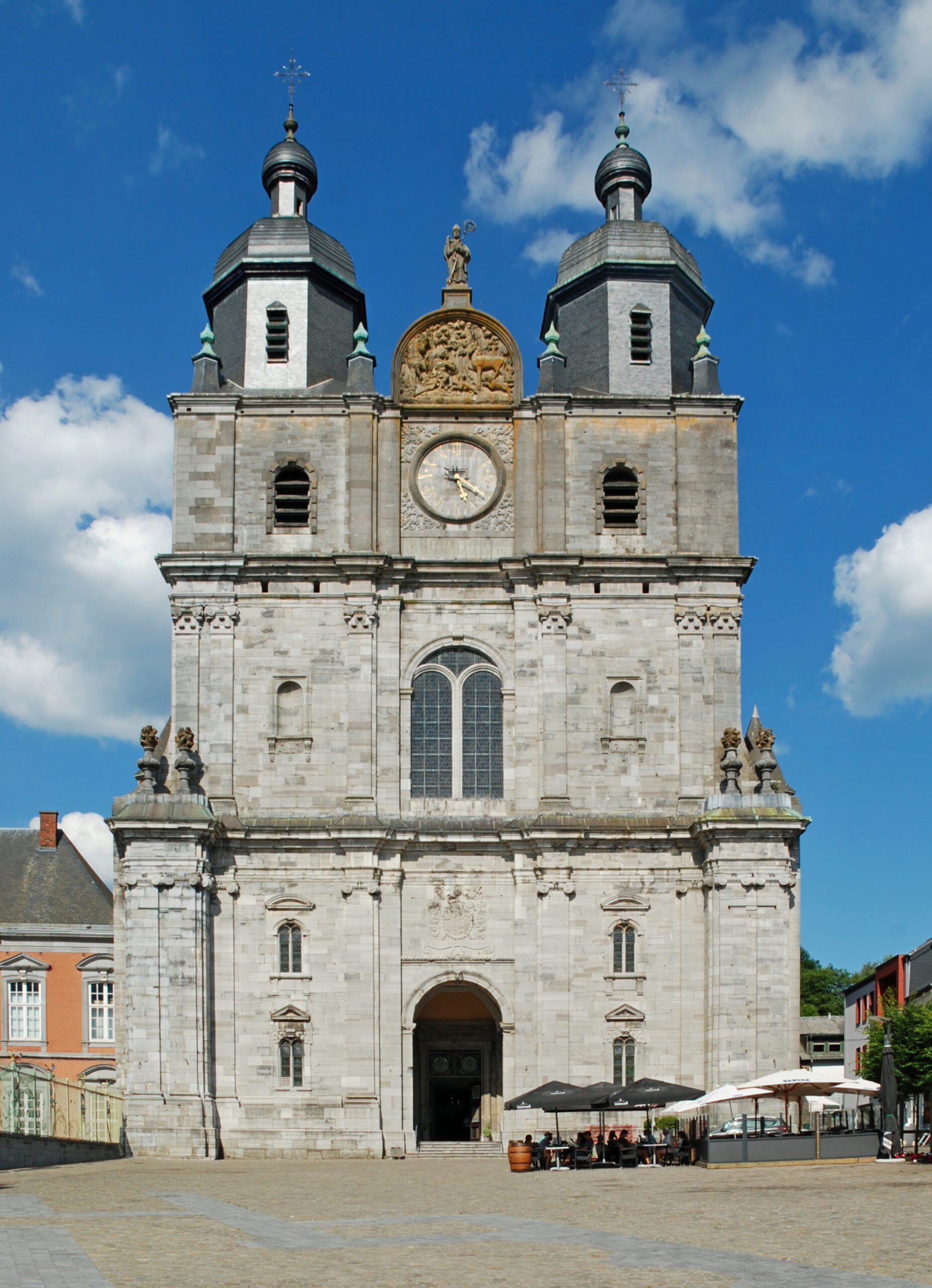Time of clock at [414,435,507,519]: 5:20
